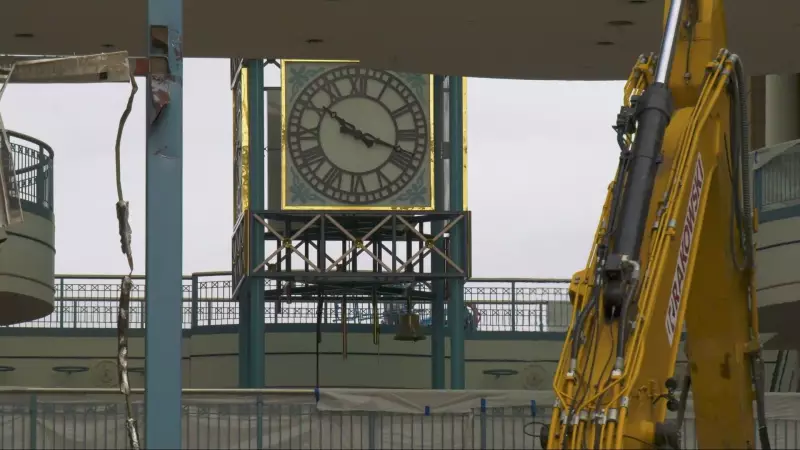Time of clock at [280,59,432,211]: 10:18
